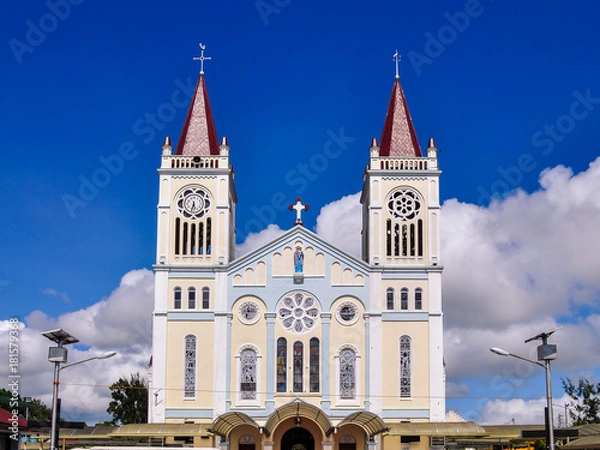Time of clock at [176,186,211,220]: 5:32
